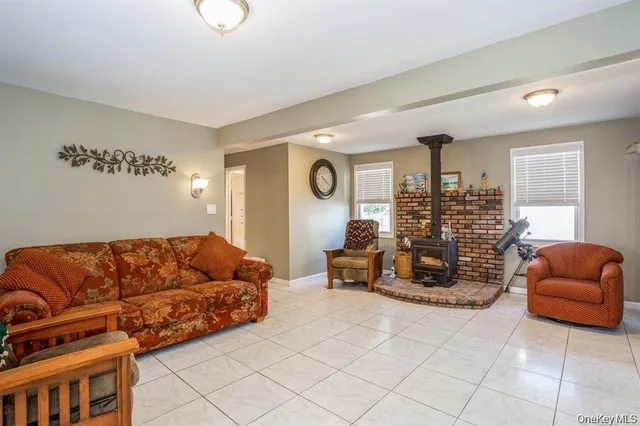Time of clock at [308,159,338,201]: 10:20
